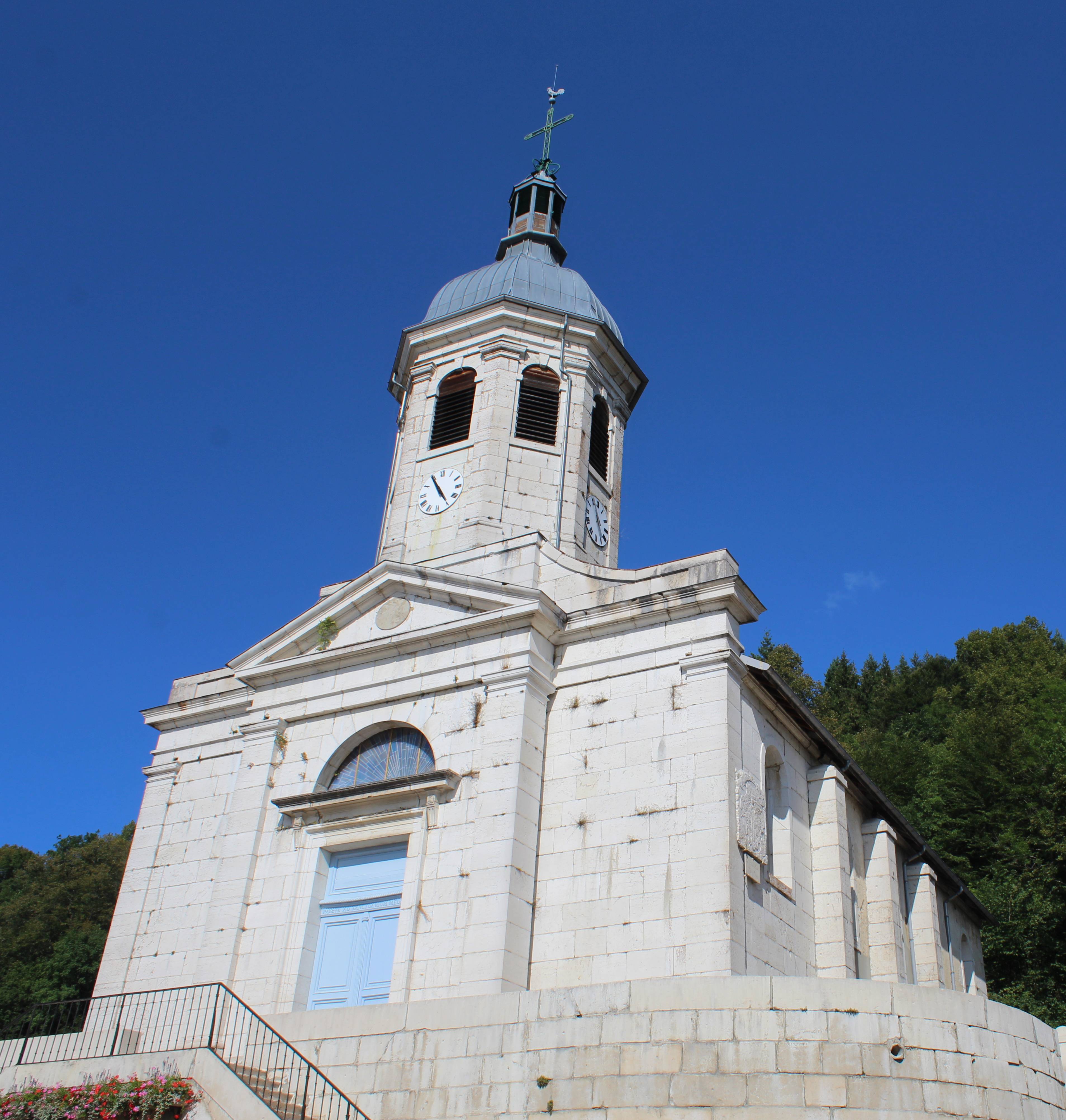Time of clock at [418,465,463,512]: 4:54
